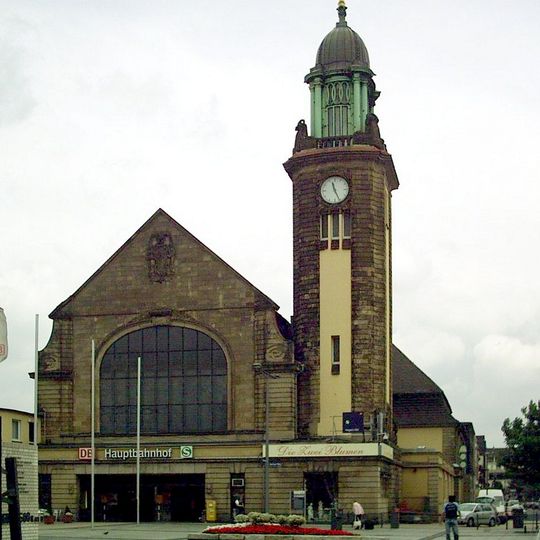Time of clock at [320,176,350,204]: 11:25
